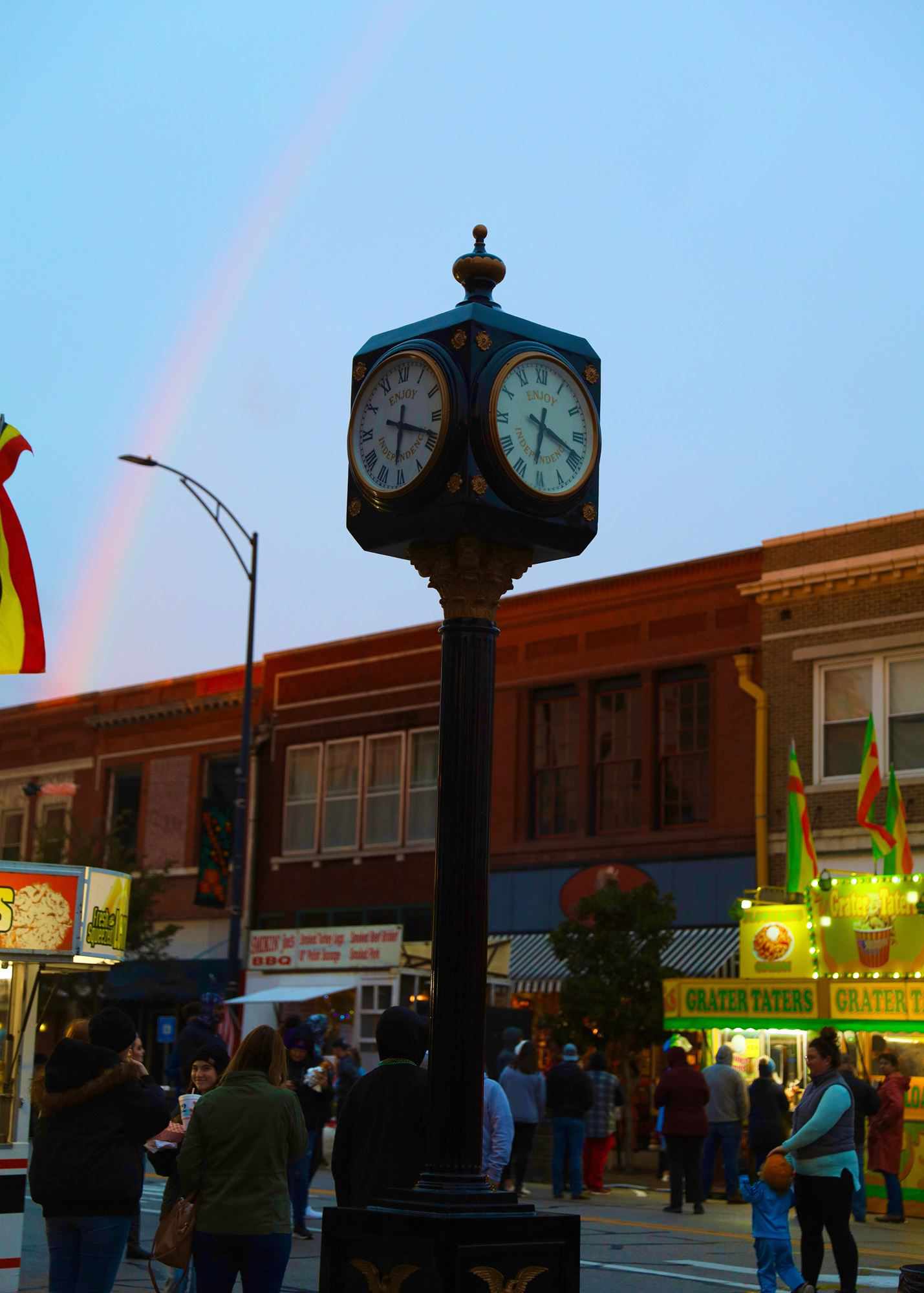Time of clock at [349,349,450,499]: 6:18
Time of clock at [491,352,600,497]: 6:18
